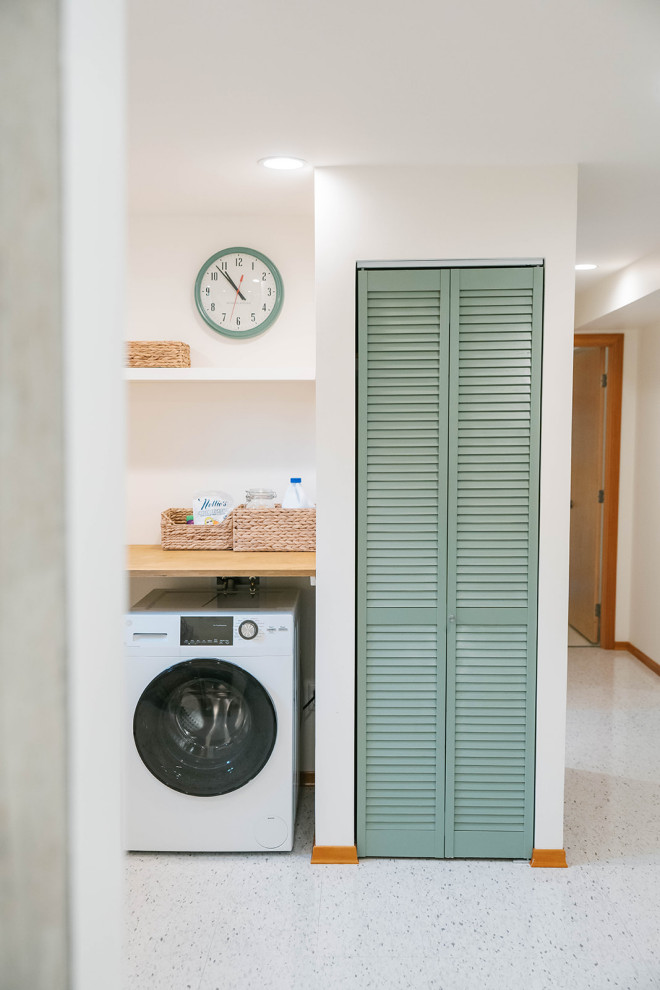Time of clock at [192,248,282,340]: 10:53
